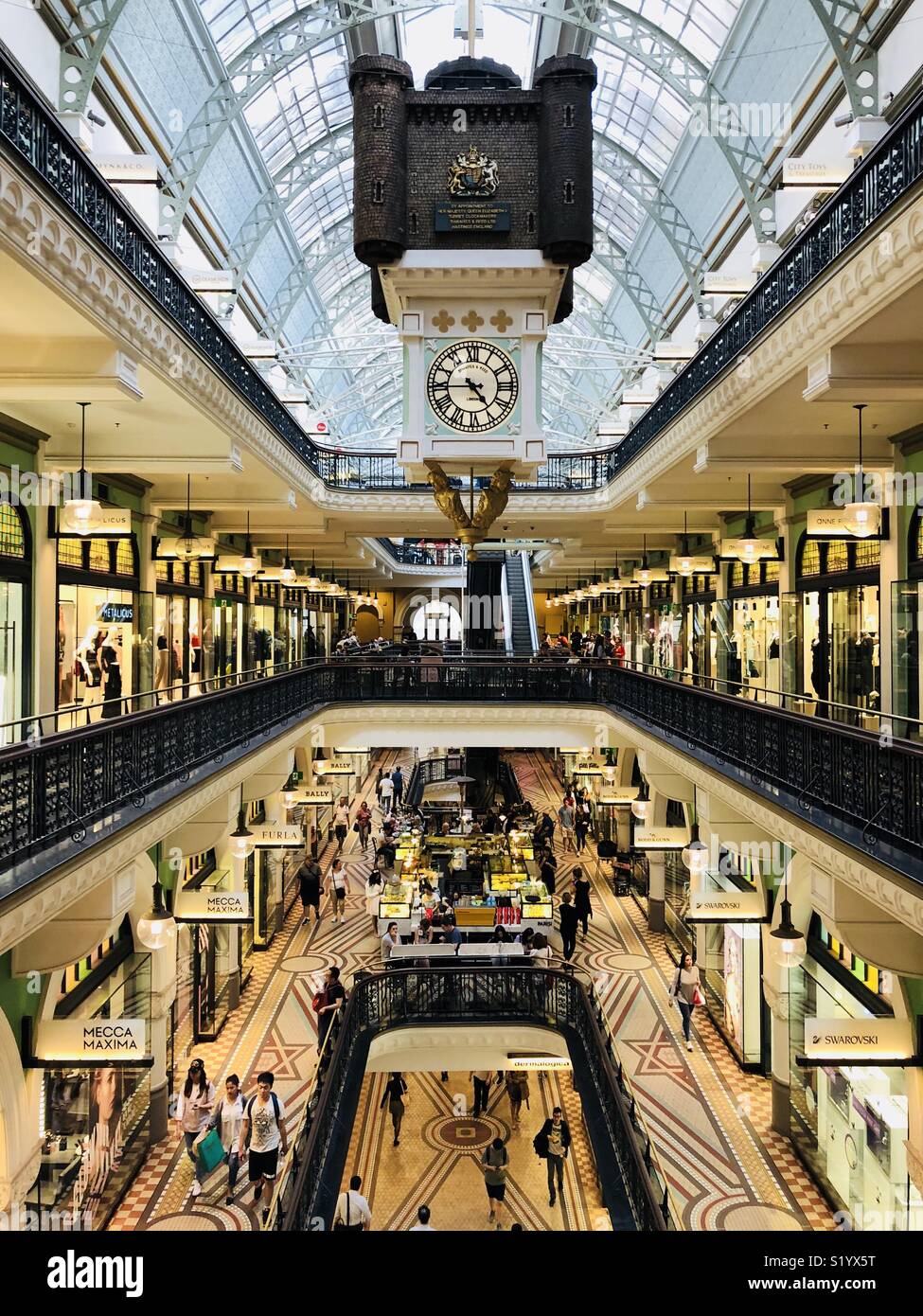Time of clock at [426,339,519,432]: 4:44
